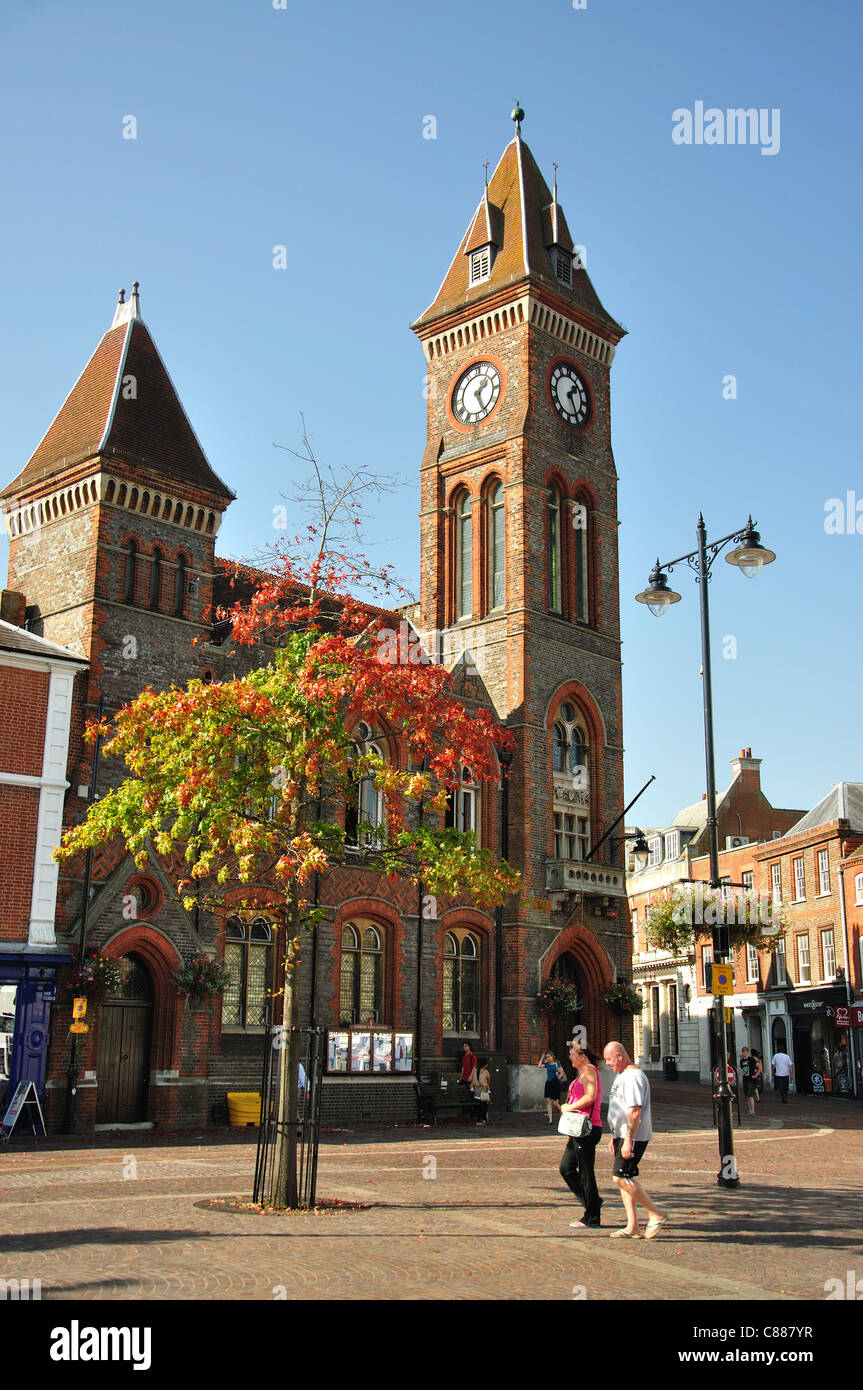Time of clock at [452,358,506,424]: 1:24
